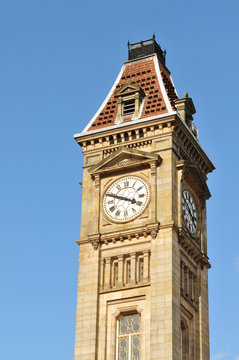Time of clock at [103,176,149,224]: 3:48
